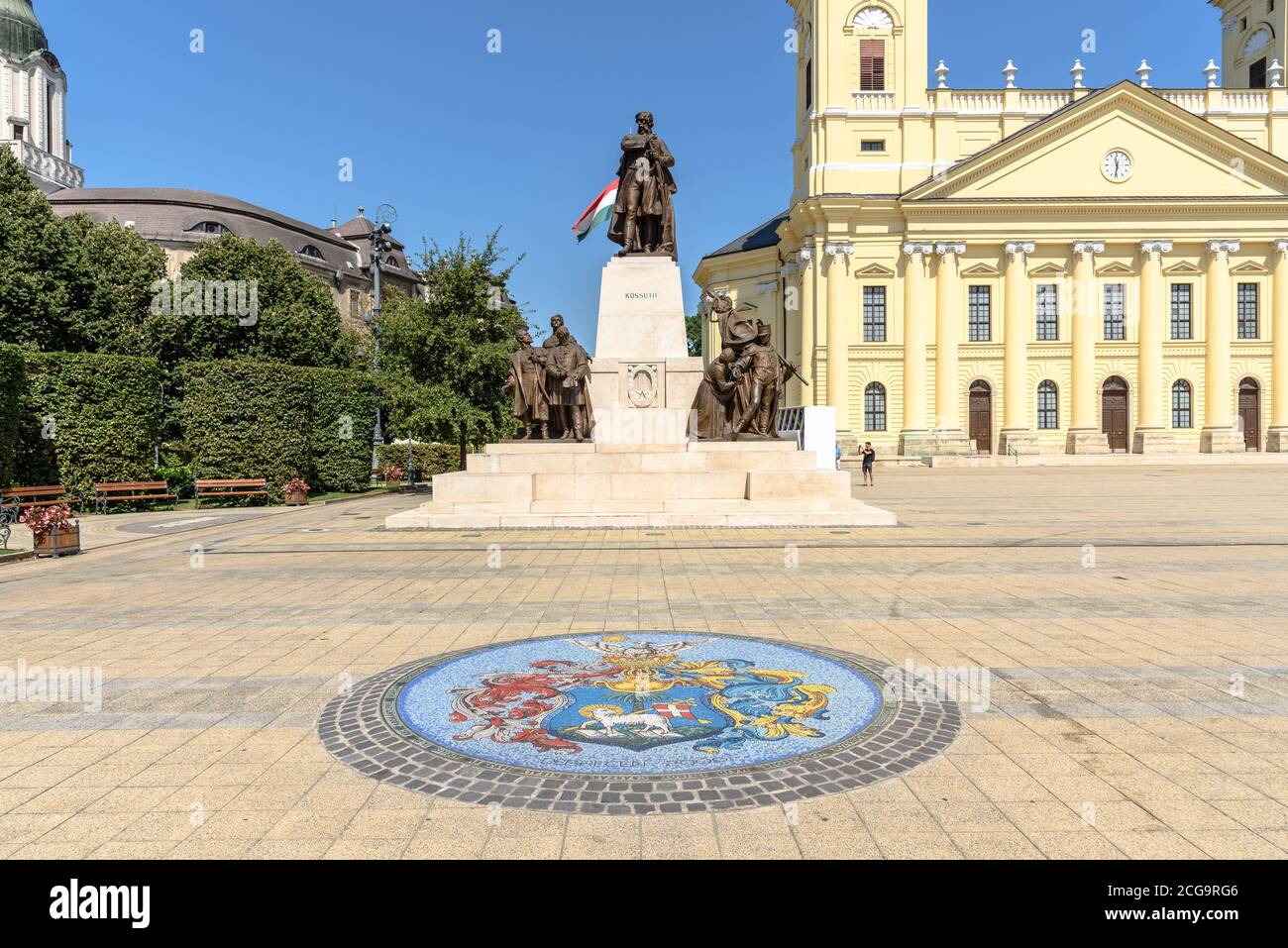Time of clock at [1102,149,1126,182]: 11:31
